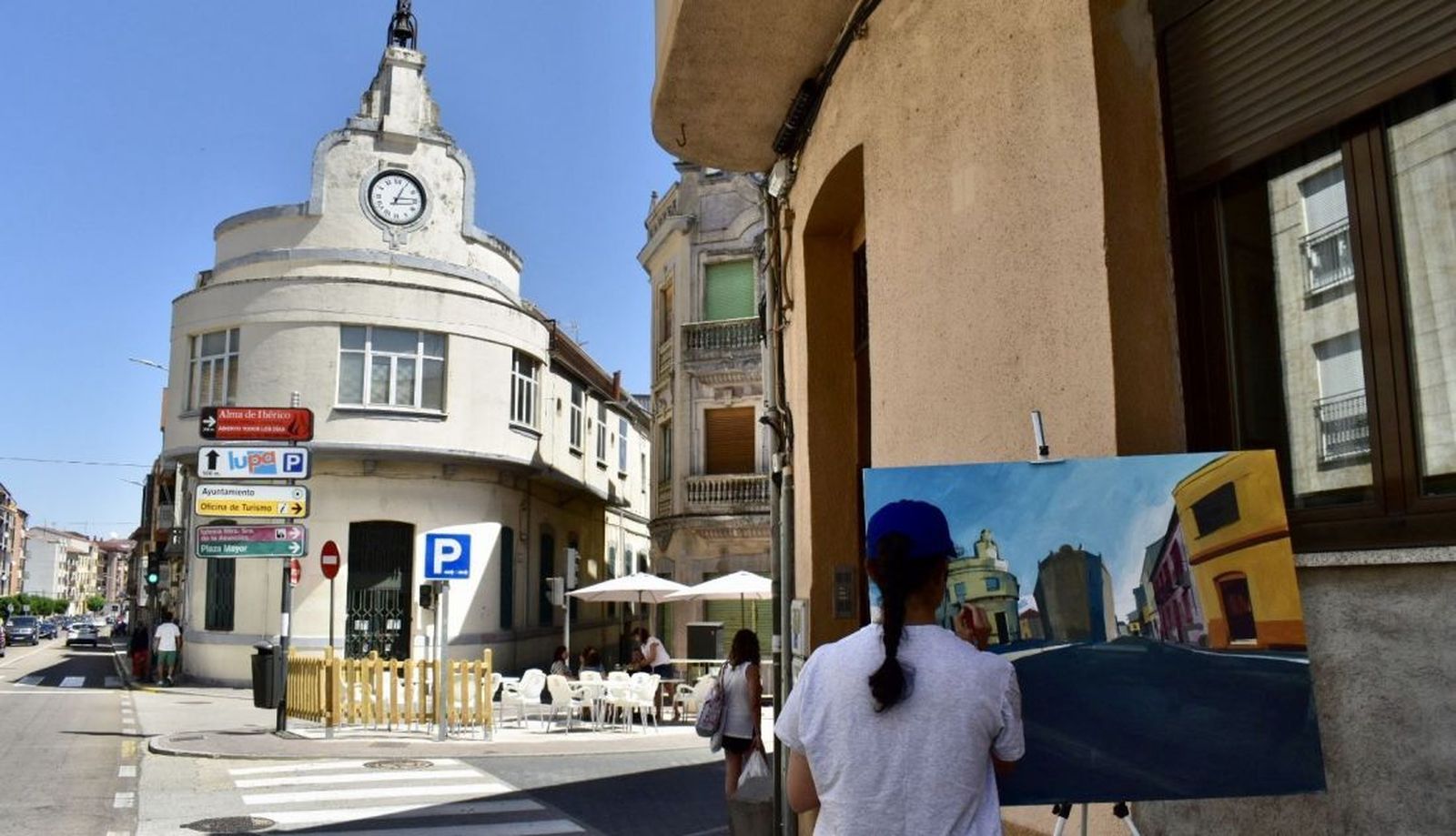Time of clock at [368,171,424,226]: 3:04
